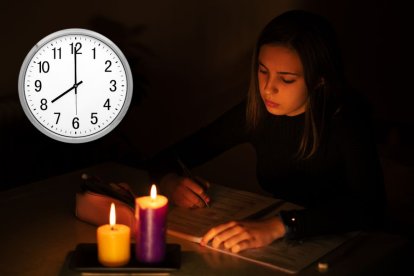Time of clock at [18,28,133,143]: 7:59
